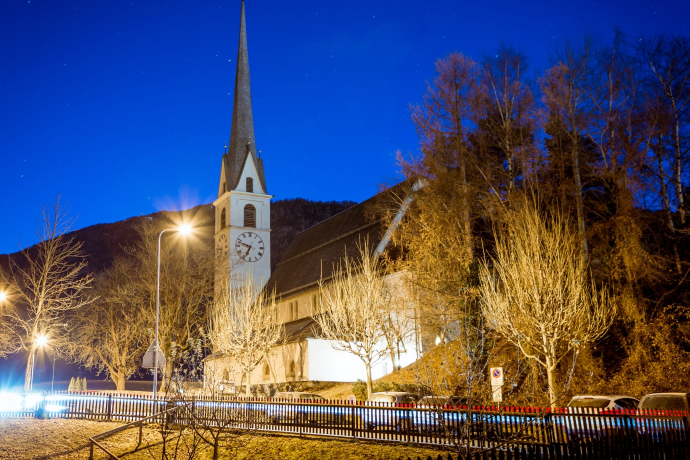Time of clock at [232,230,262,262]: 6:47
